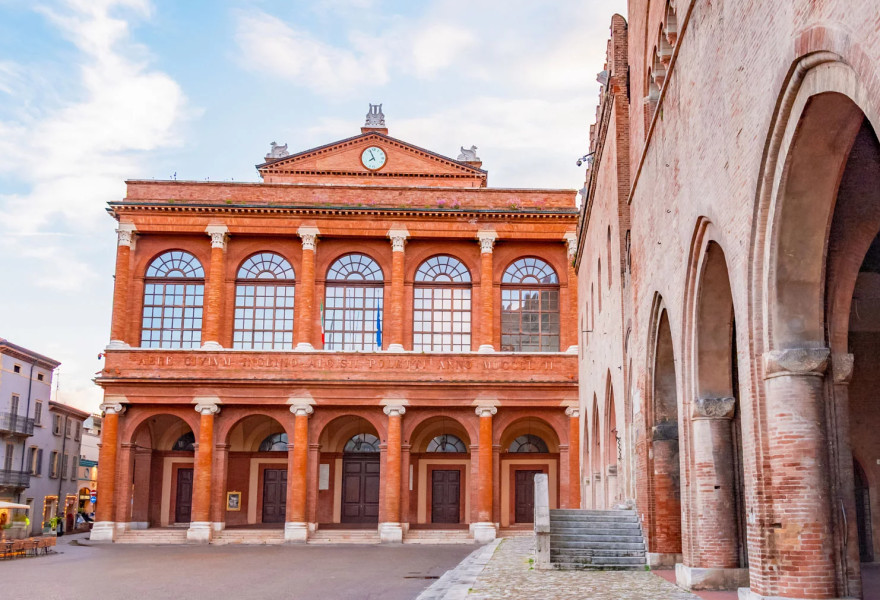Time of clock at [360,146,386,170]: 7:55
